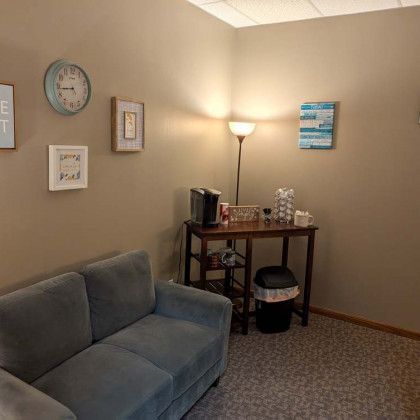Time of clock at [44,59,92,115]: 8:43
